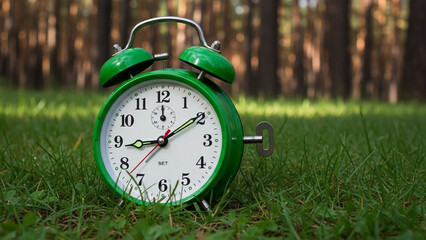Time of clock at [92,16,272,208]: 9:09
